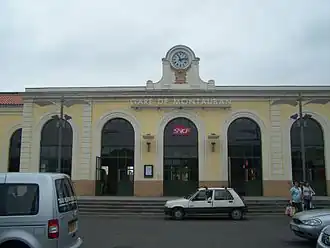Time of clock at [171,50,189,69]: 11:12
